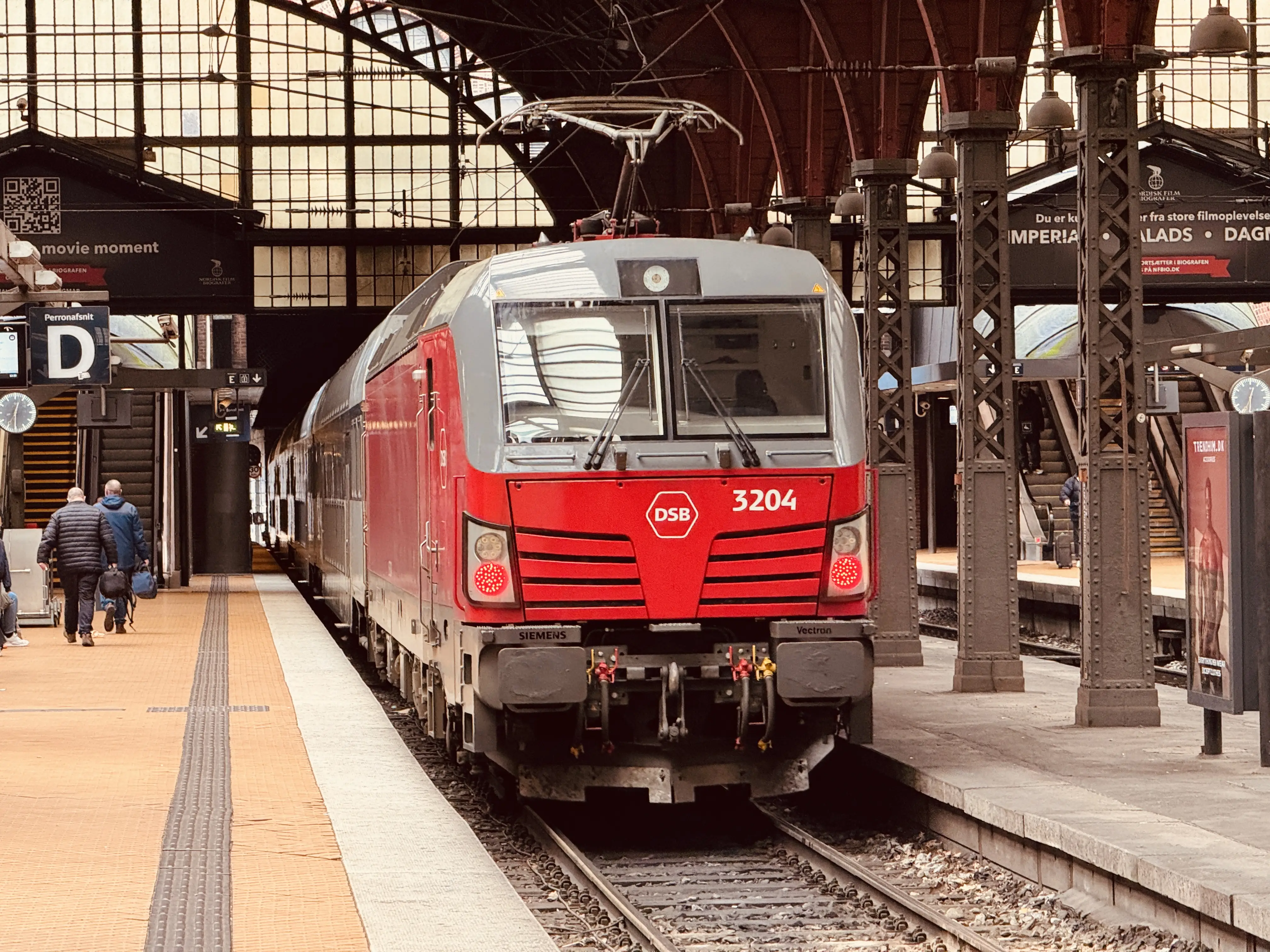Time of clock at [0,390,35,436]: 12:30
